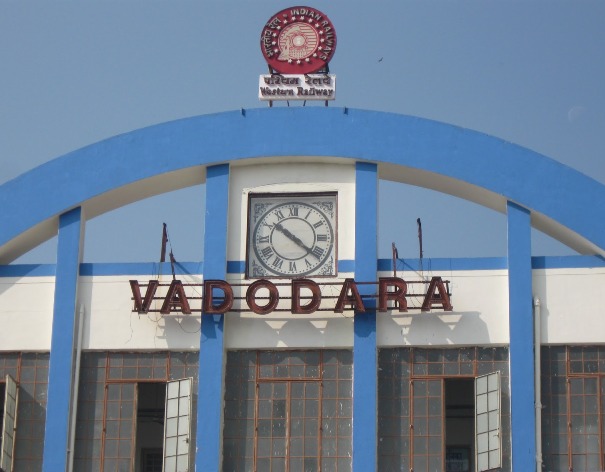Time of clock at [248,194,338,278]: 10:21
